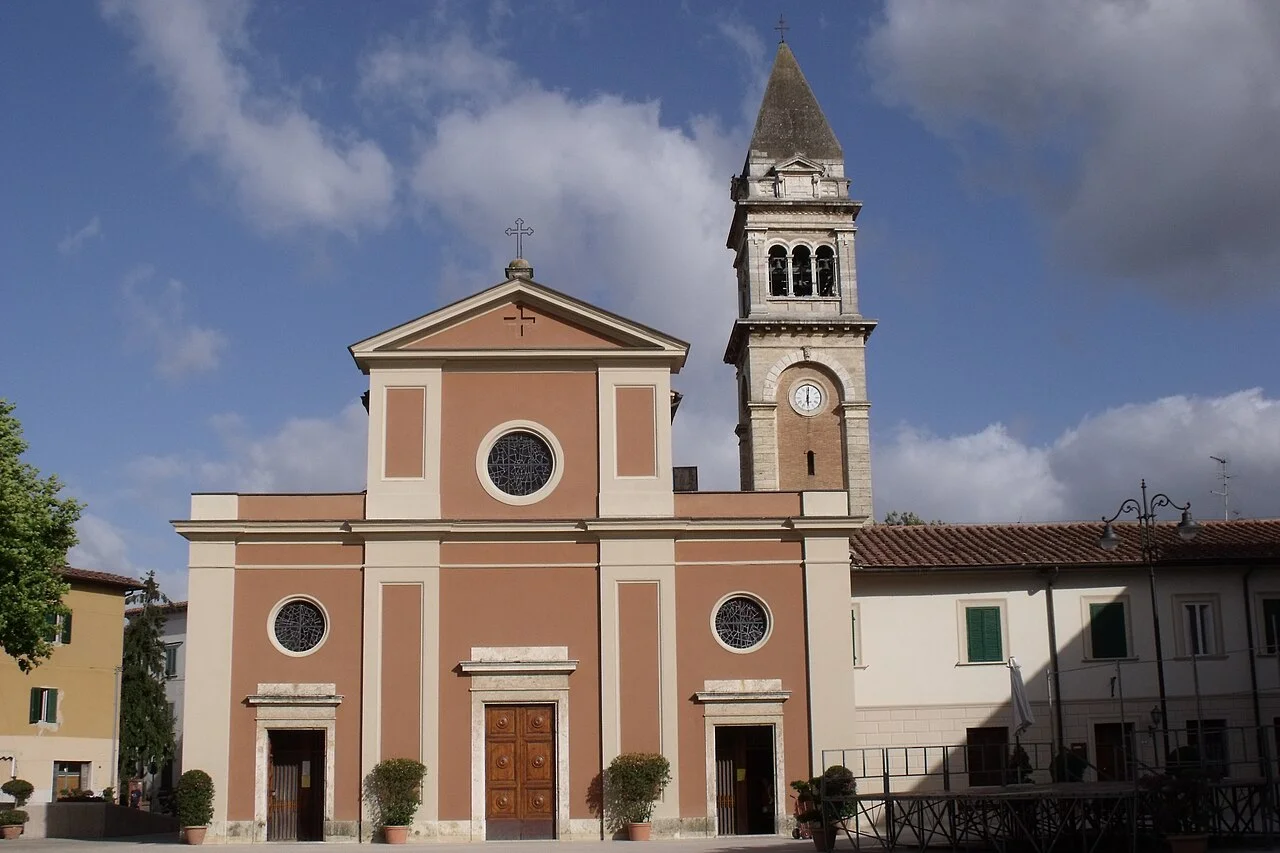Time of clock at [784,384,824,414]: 6:00
